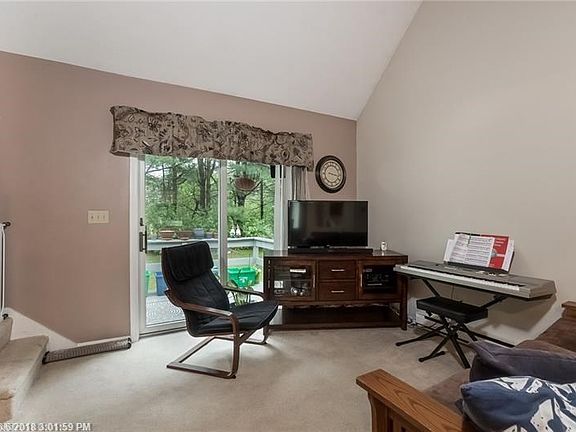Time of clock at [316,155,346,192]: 3:17
